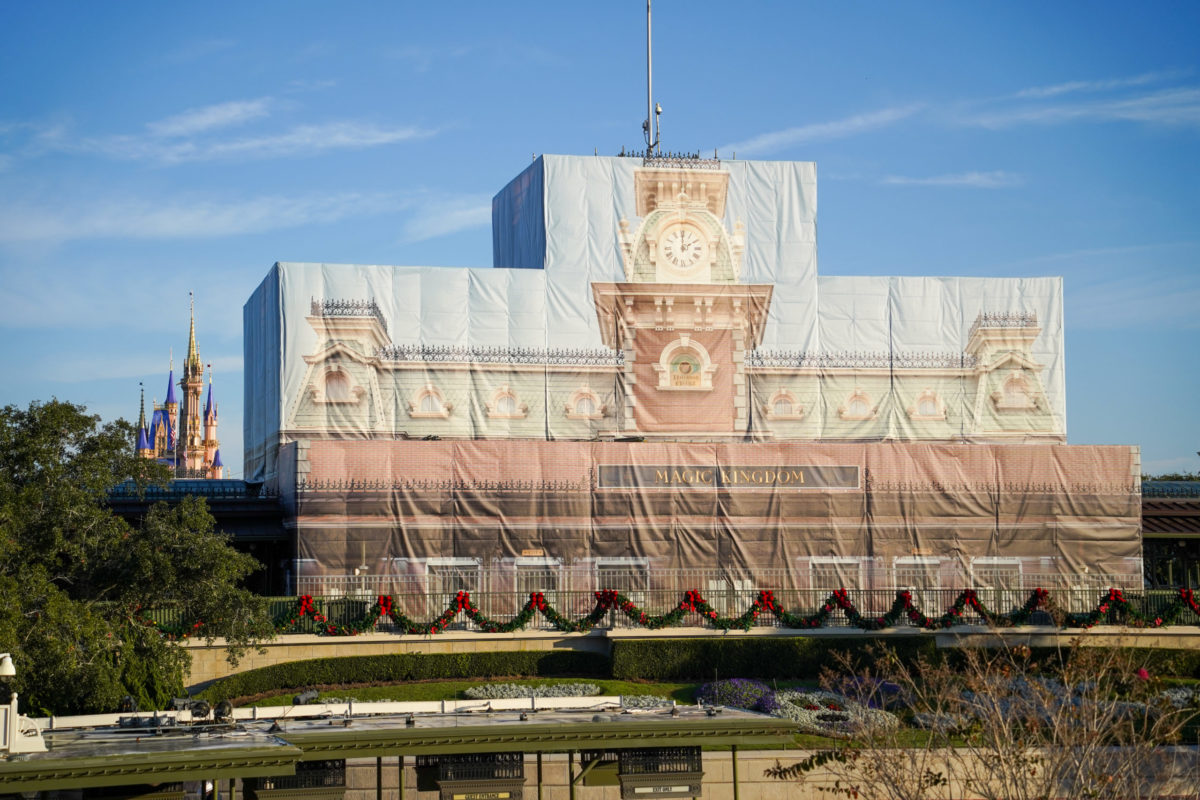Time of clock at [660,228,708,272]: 2:00
